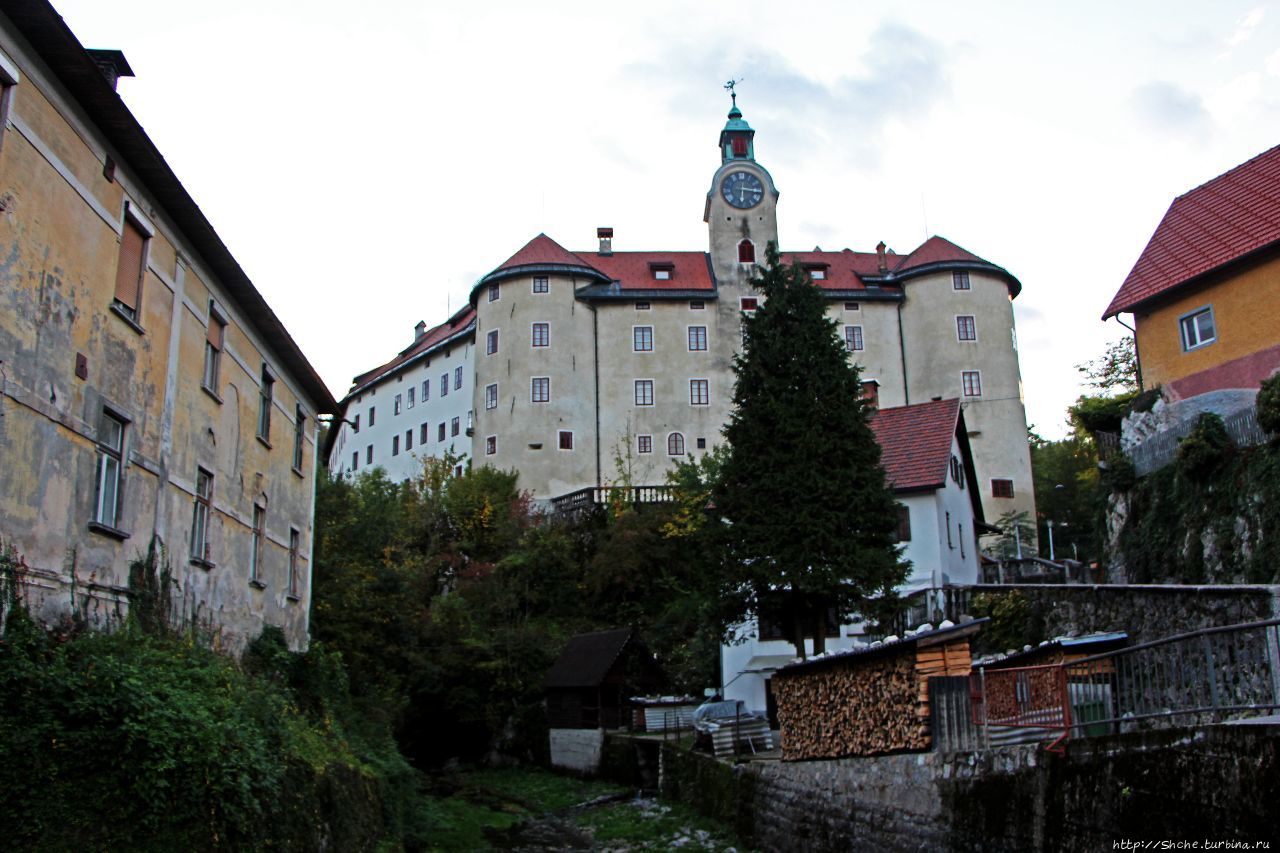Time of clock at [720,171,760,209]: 6:15
